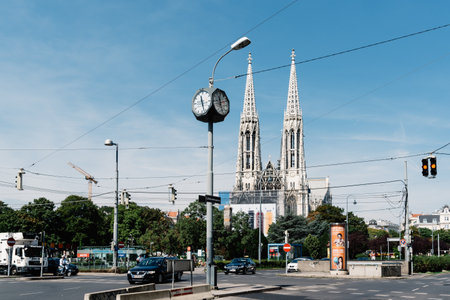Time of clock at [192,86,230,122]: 11:25
